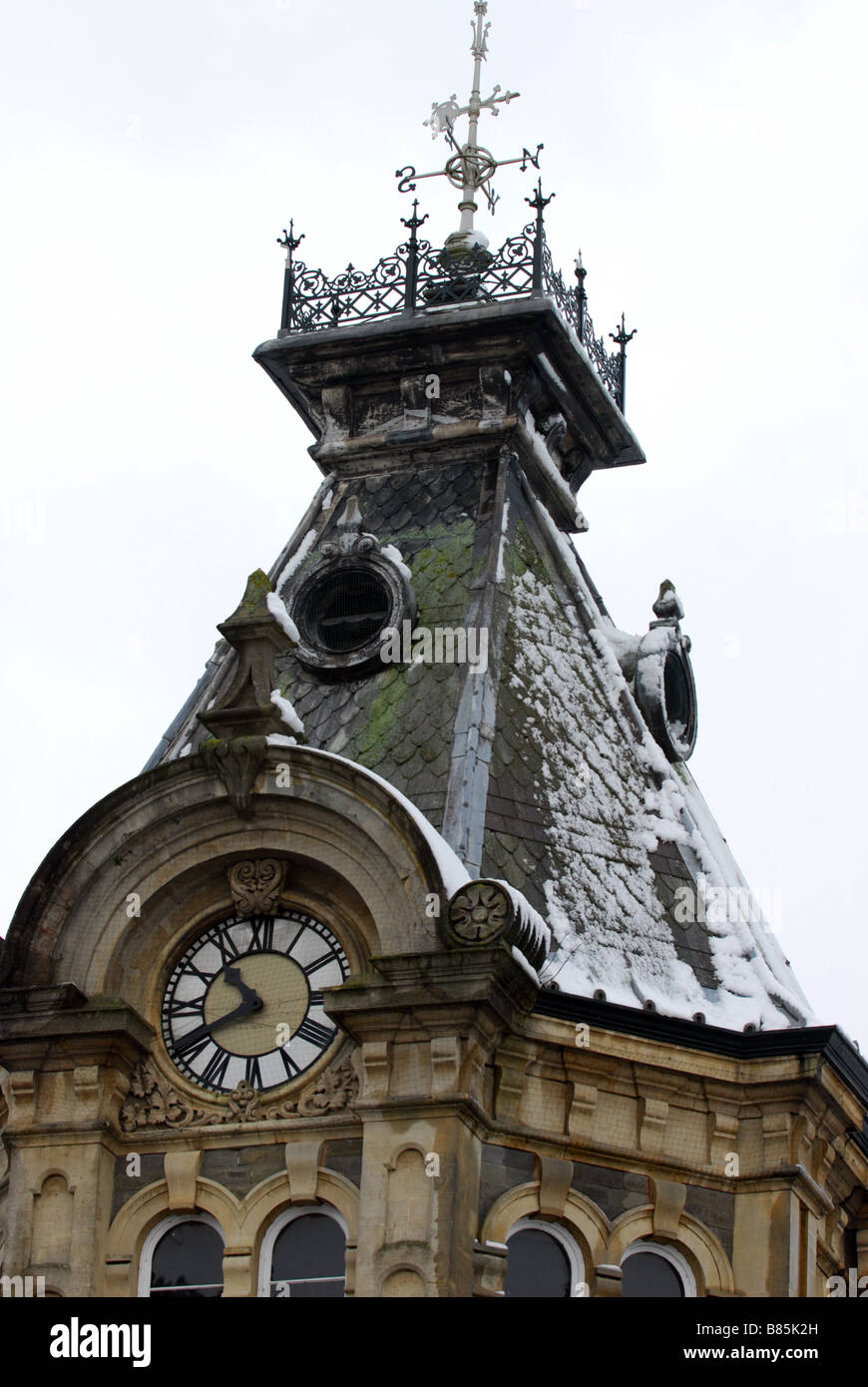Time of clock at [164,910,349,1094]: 10:40
